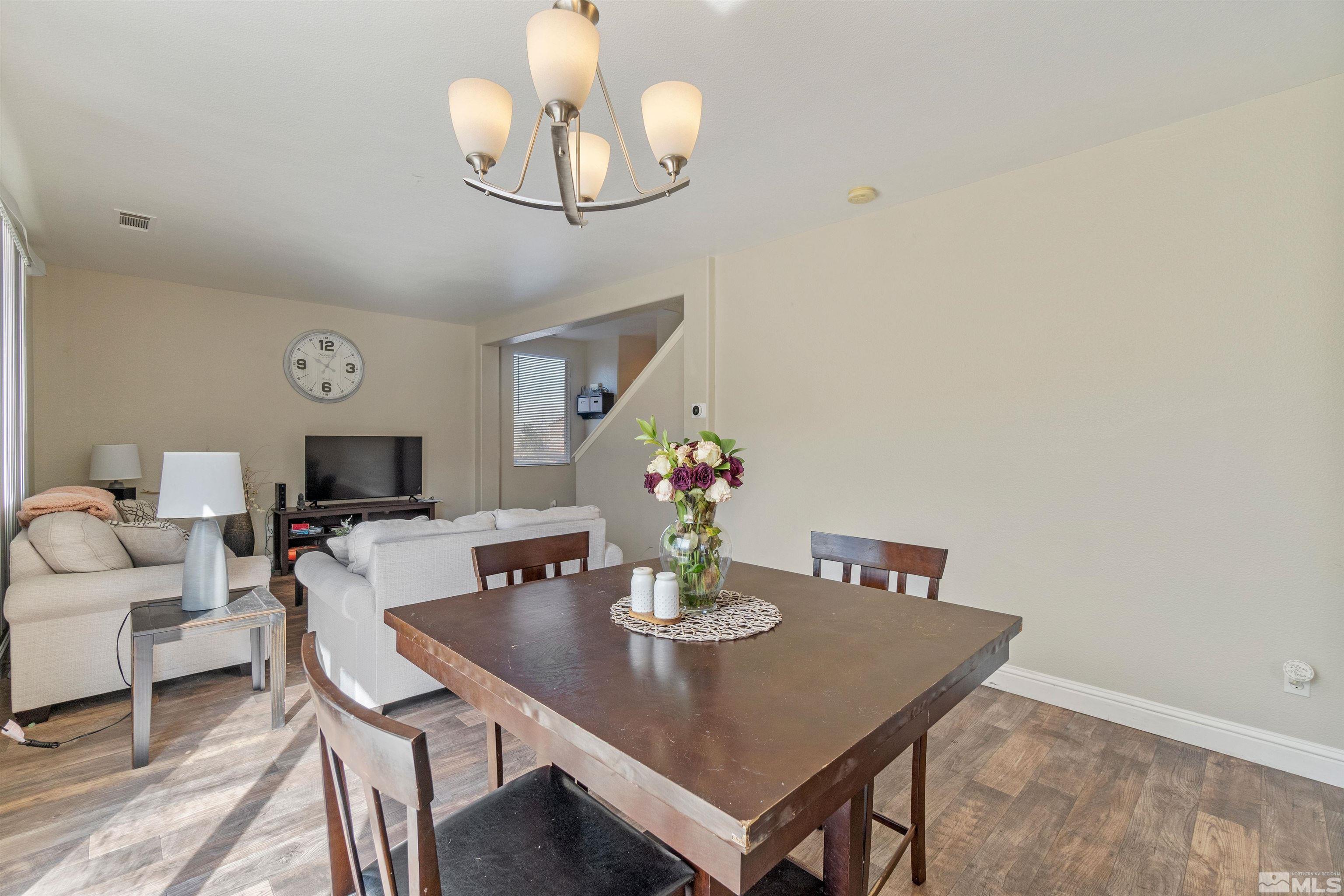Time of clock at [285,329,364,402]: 10:04
